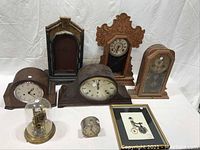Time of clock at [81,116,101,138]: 12:23
